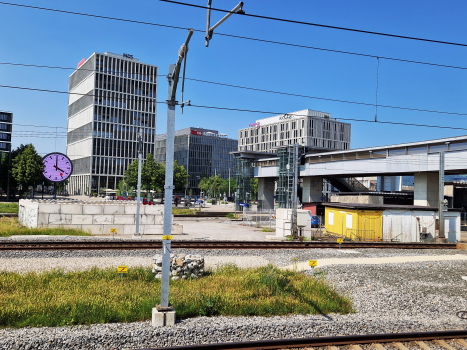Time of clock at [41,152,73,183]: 4:00
